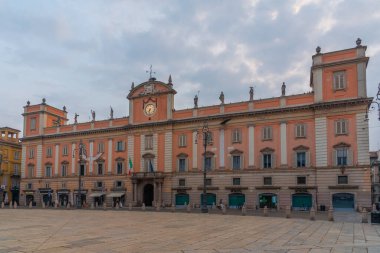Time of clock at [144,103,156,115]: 7:32
